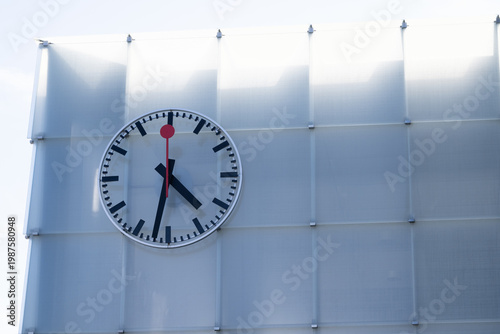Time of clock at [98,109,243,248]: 4:32
